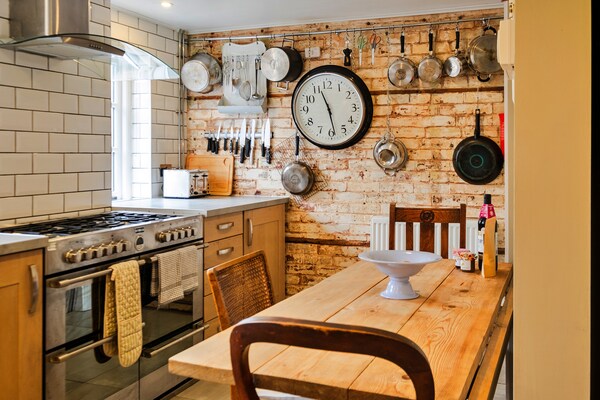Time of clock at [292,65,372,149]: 11:28
